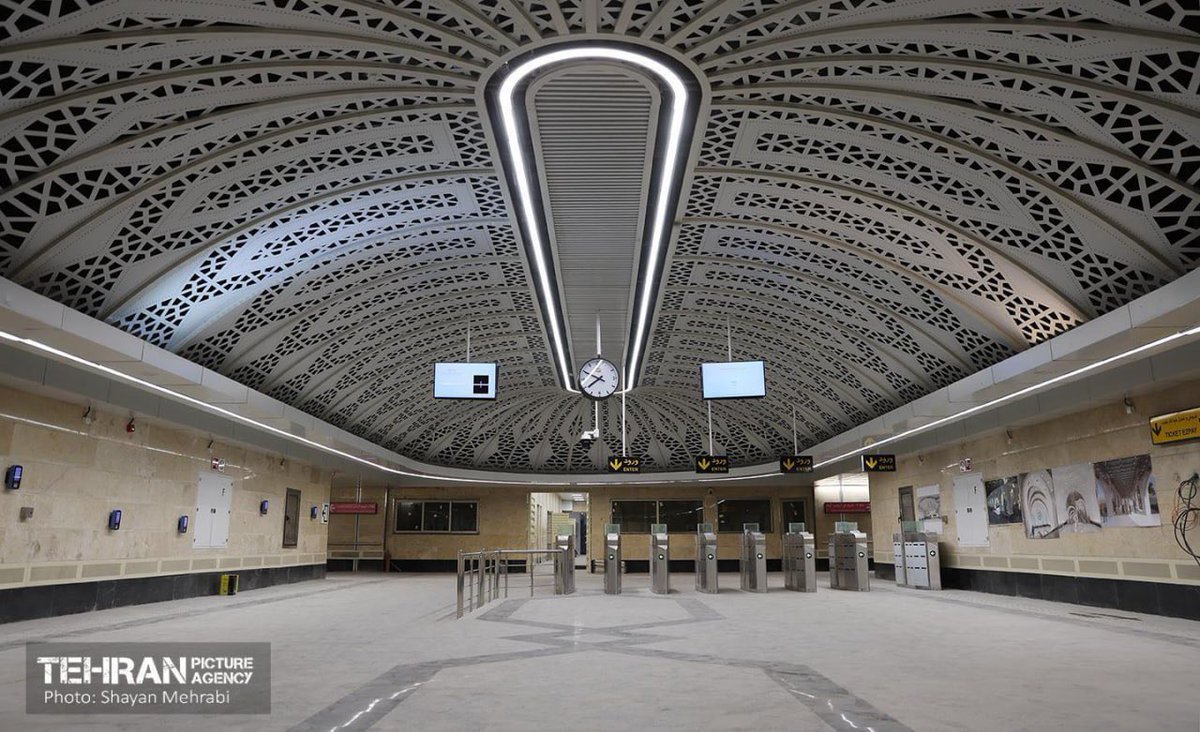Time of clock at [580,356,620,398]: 7:49
